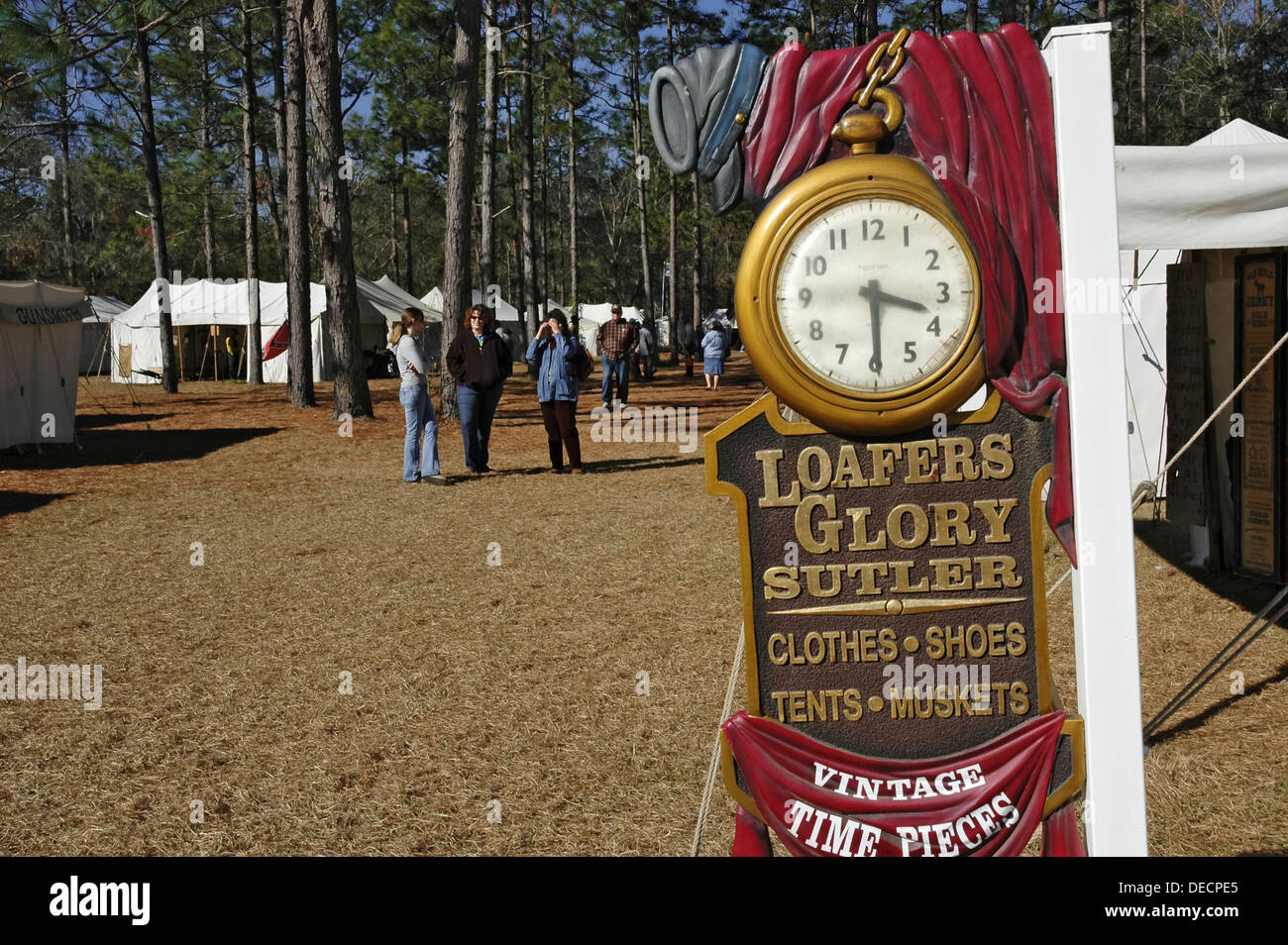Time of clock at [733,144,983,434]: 3:29
